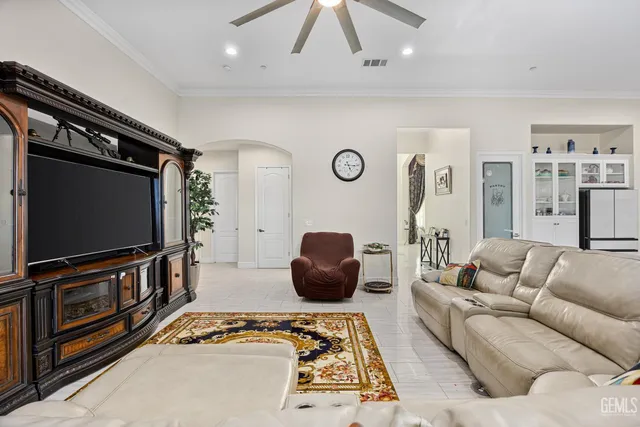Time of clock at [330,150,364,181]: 5:15
